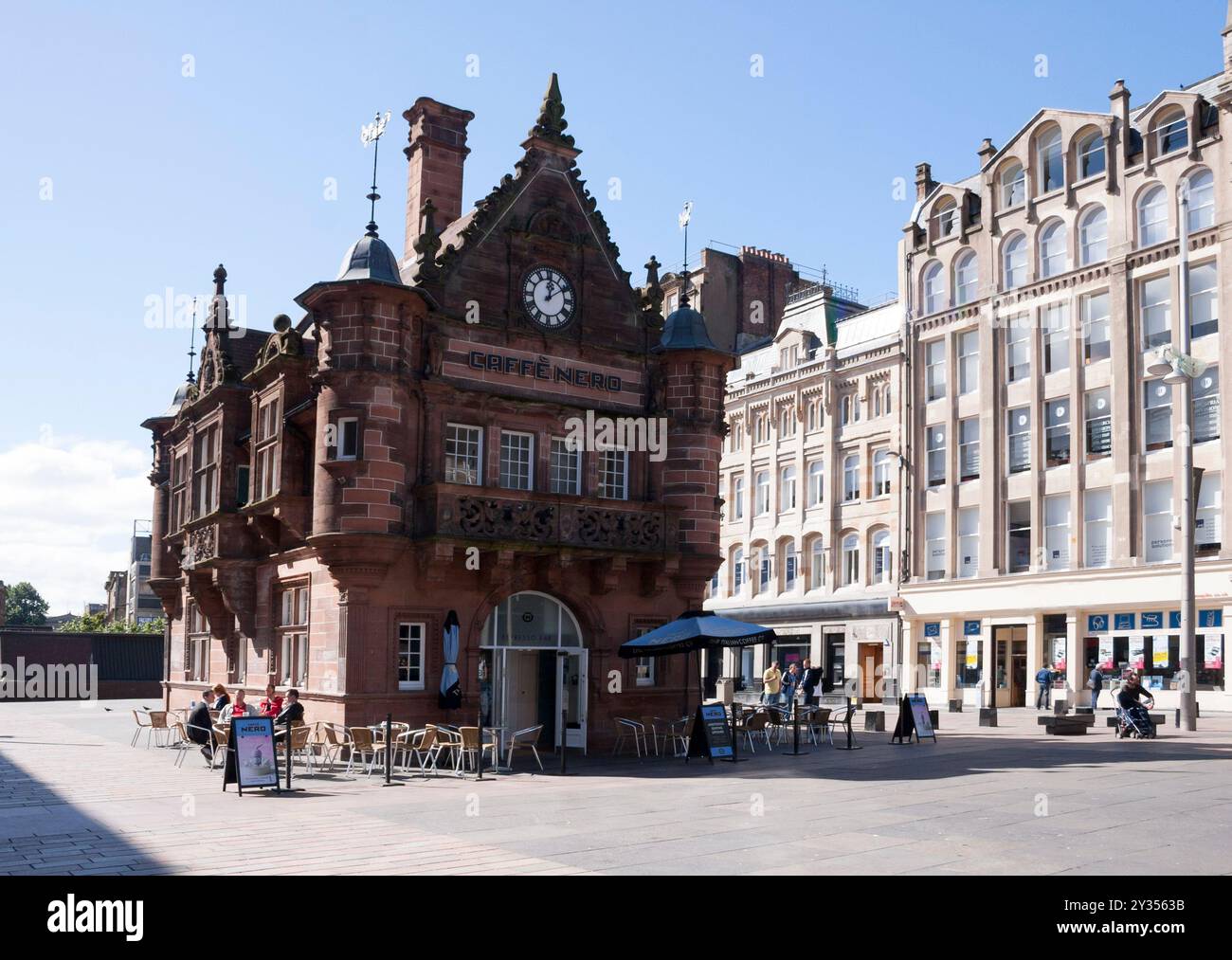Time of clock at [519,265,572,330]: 12:09
